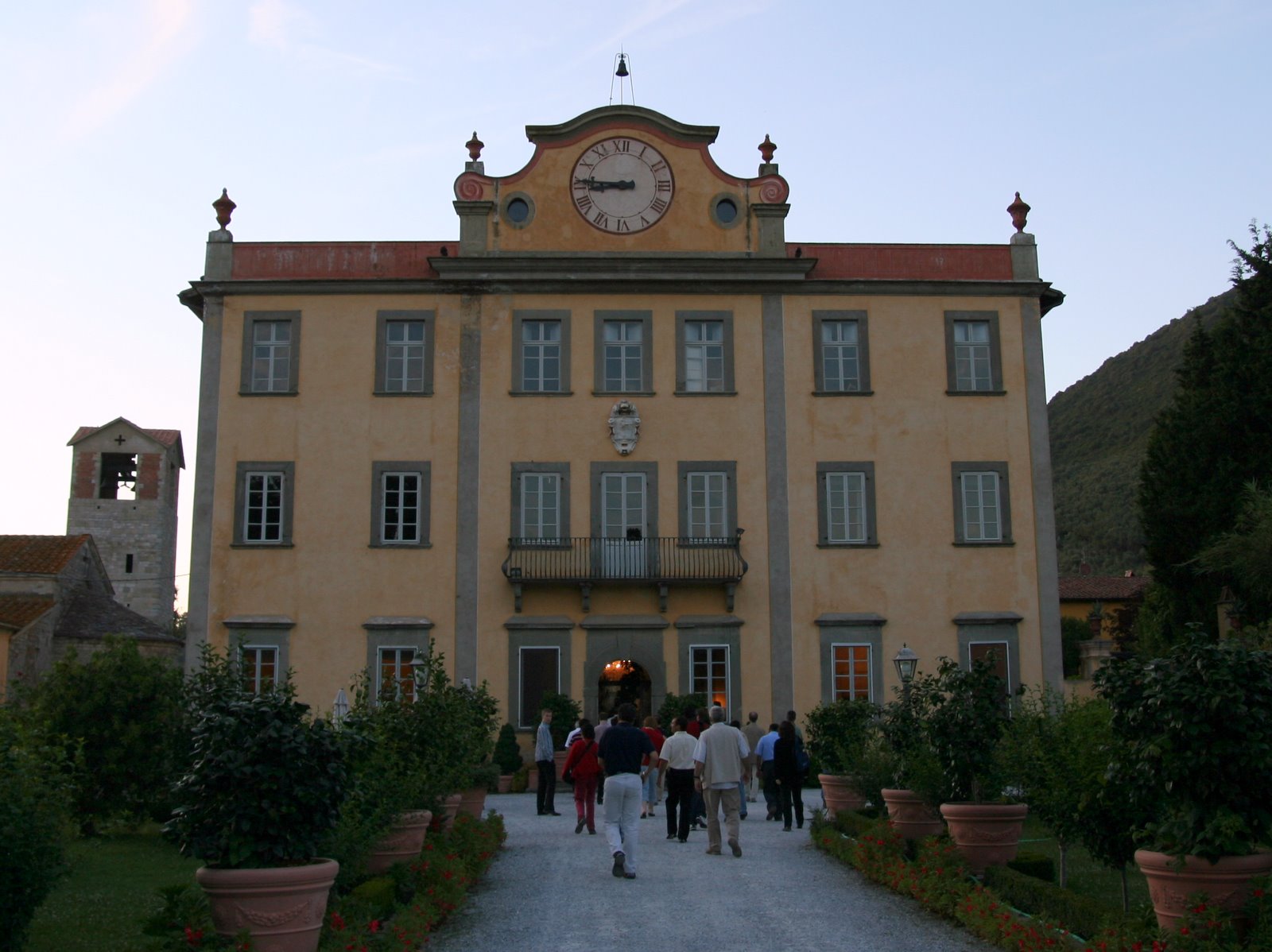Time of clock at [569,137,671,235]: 8:45
